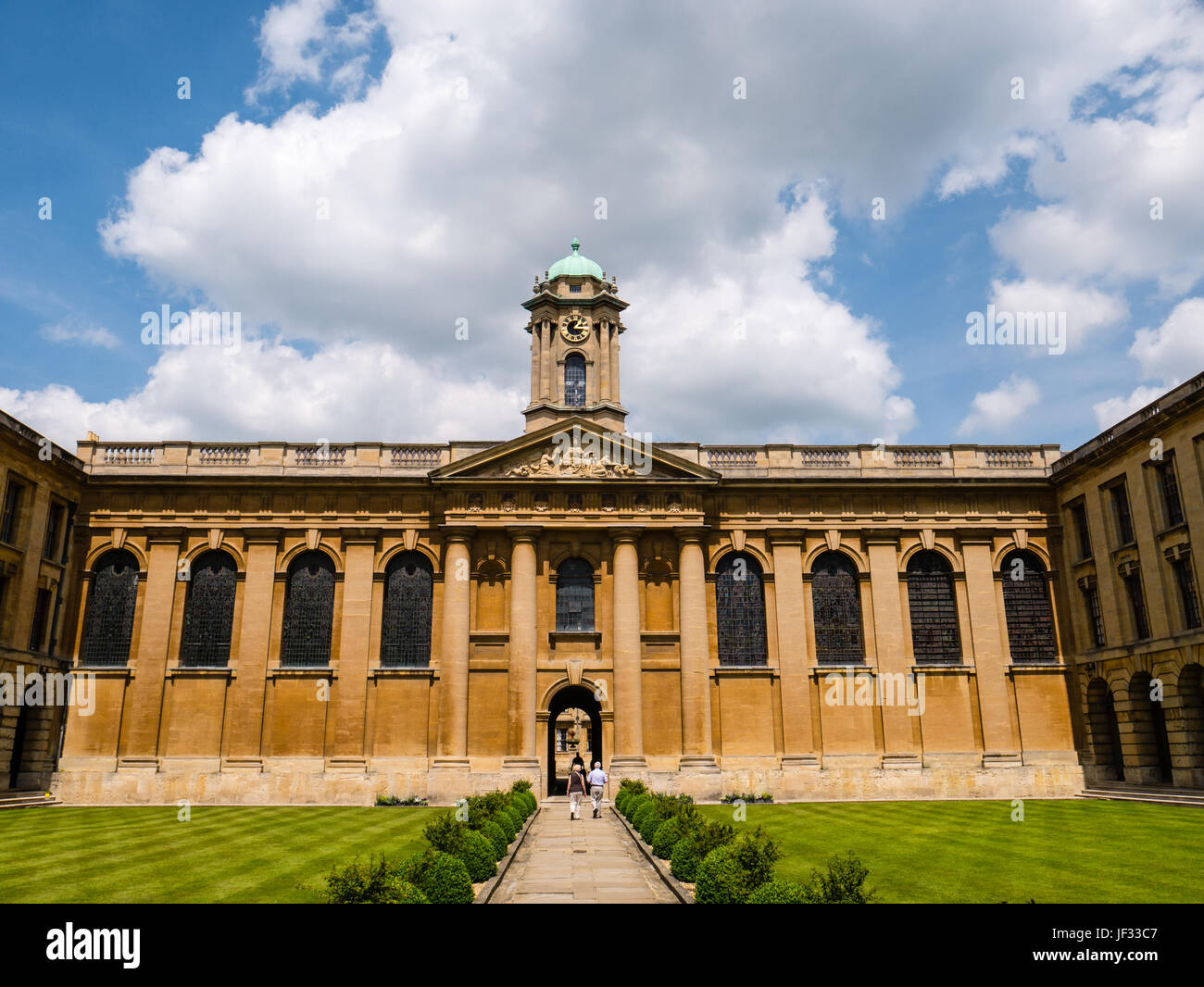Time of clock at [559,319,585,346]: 1:16
